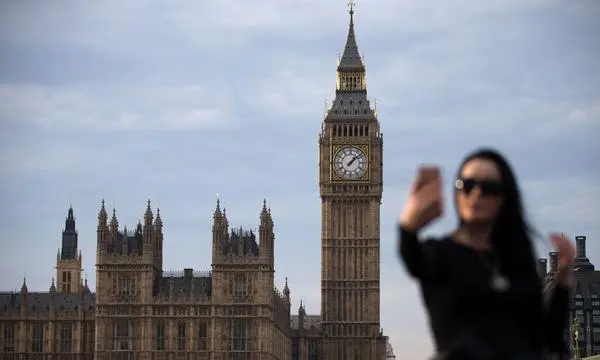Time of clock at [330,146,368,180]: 1:08
